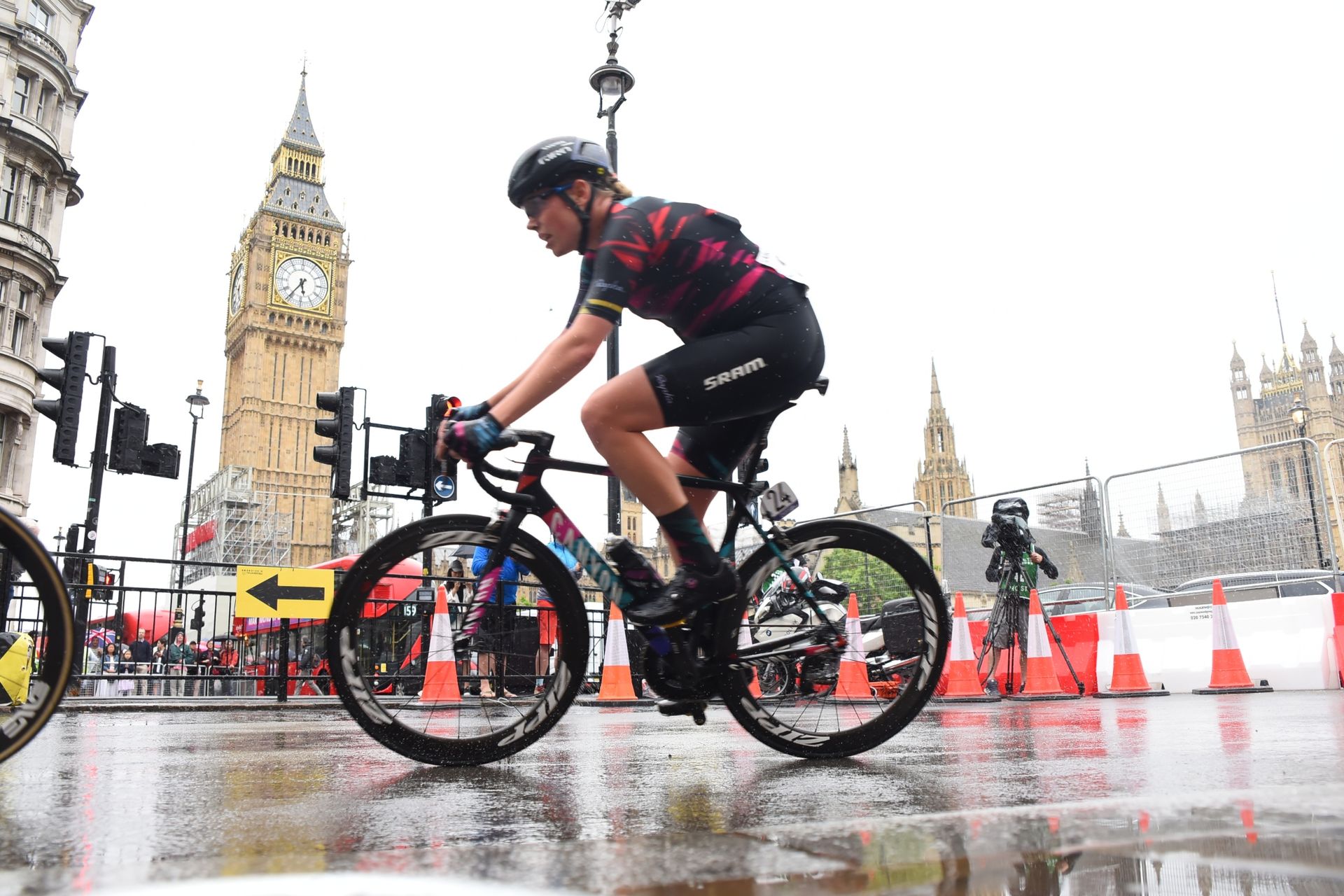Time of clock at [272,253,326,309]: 5:36
